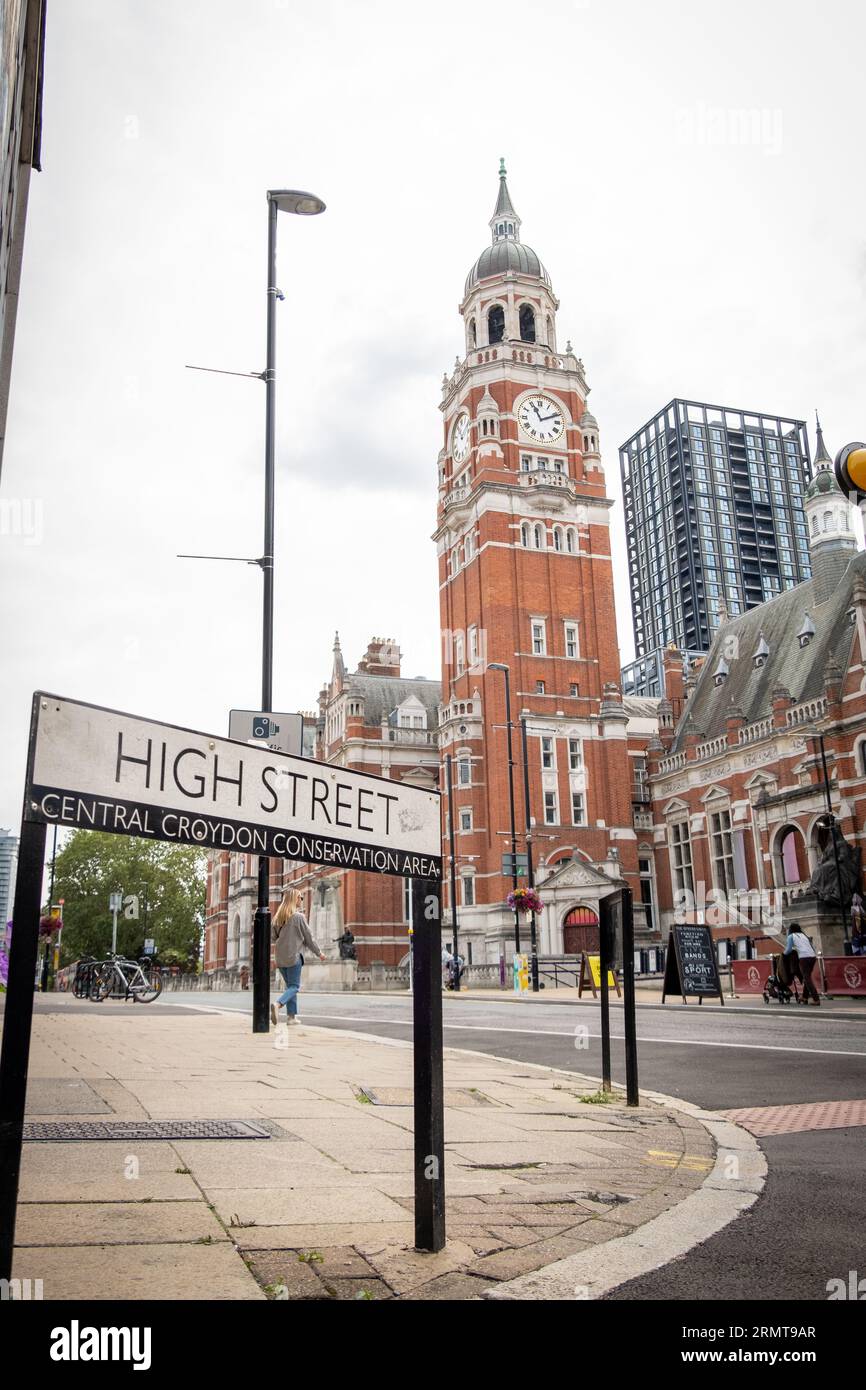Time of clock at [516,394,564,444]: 11:11
